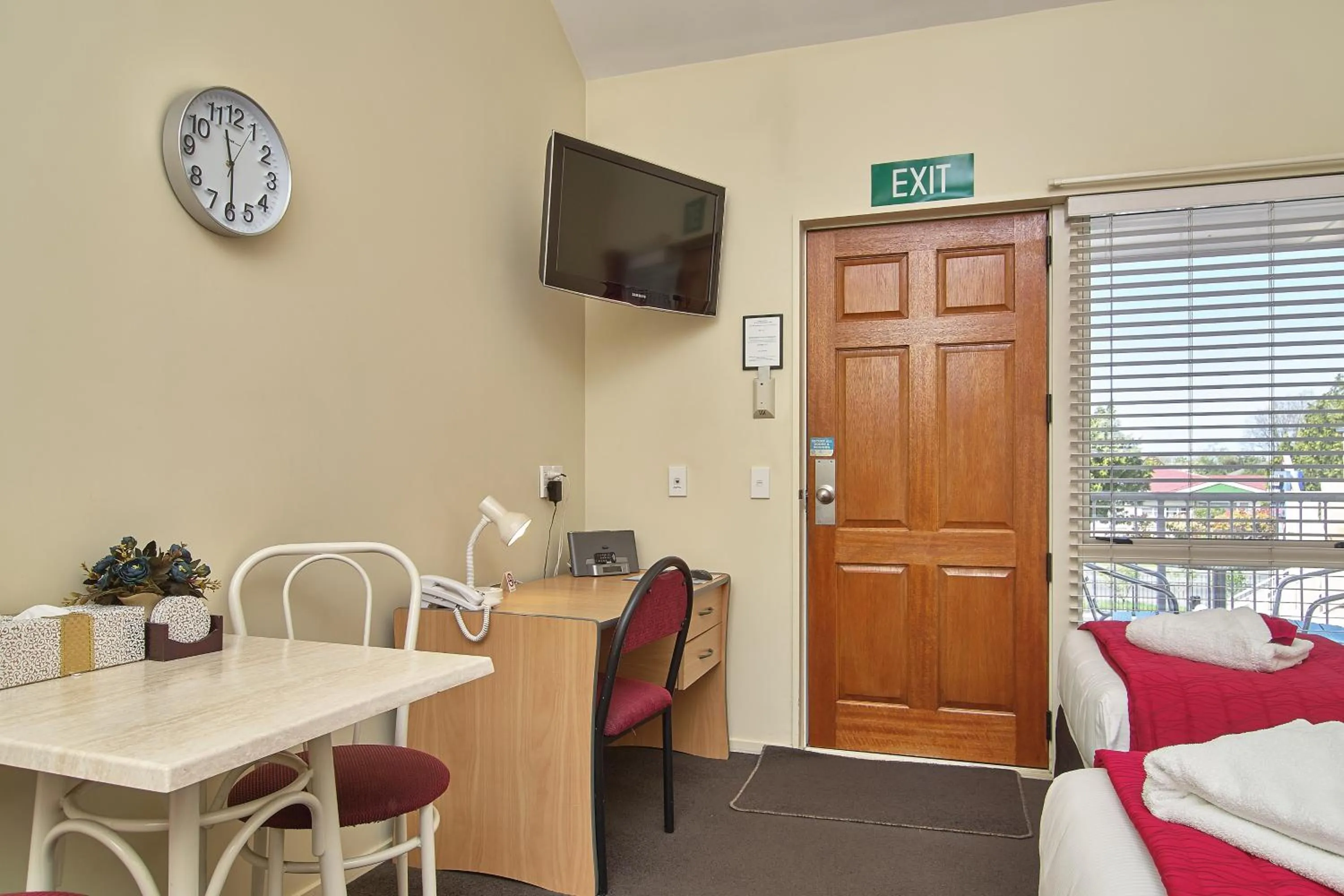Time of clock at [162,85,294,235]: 11:29
